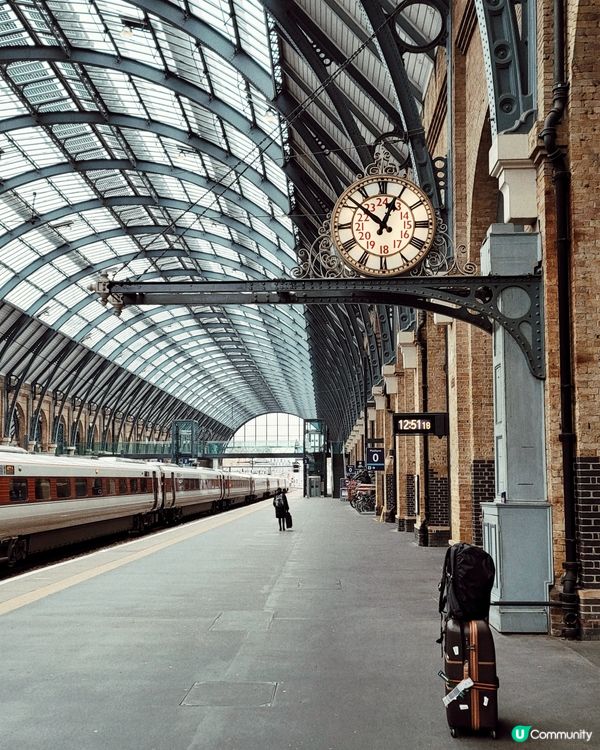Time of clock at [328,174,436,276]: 12:52
